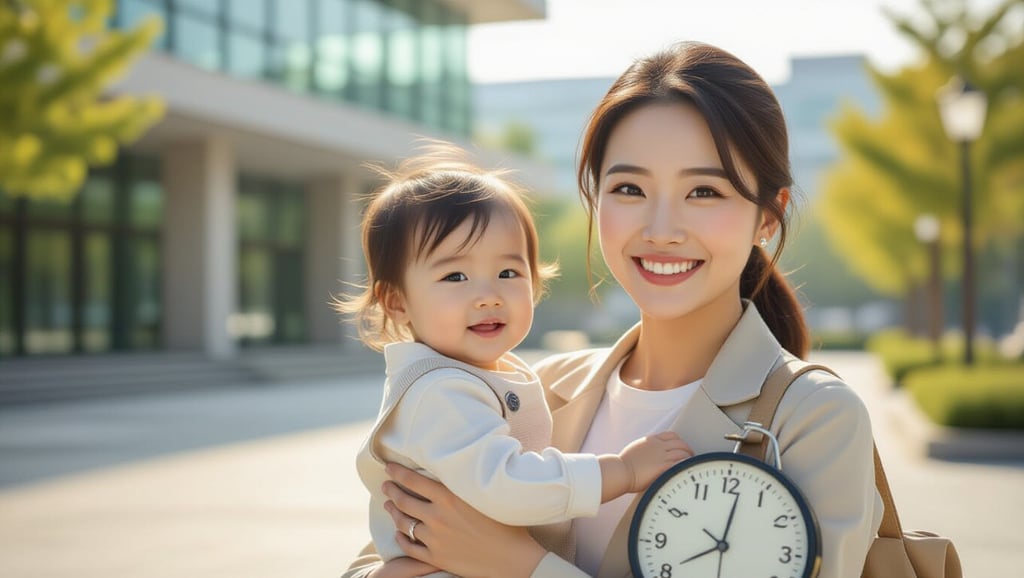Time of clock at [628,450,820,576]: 8:01
